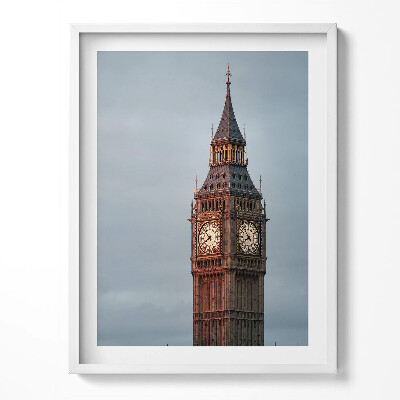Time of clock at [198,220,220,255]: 7:52
